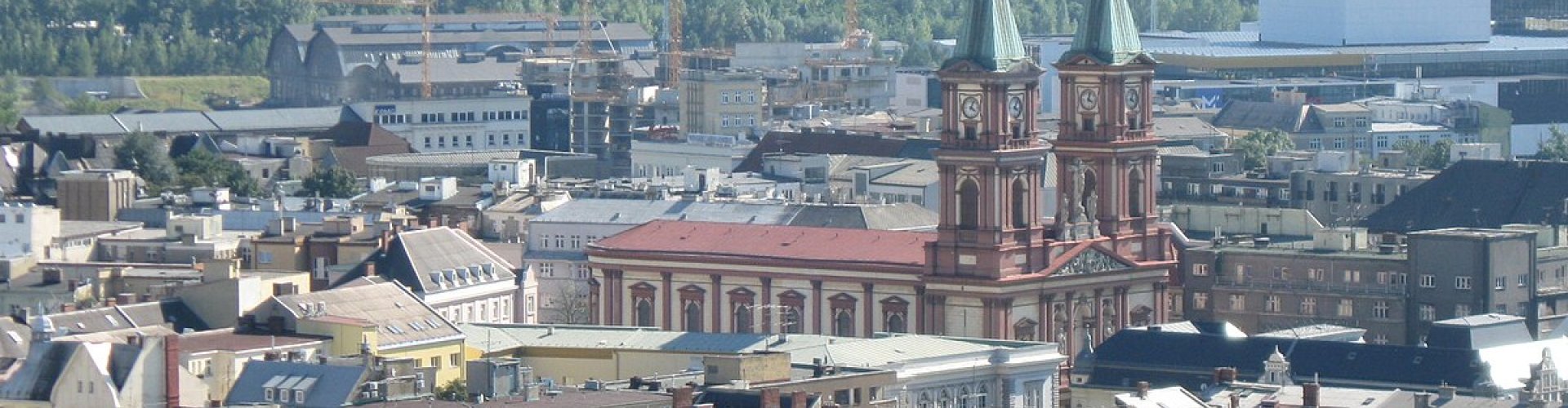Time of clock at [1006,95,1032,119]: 4:04
